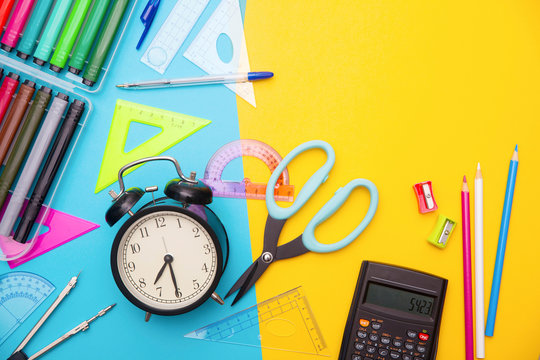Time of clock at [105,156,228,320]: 7:30
